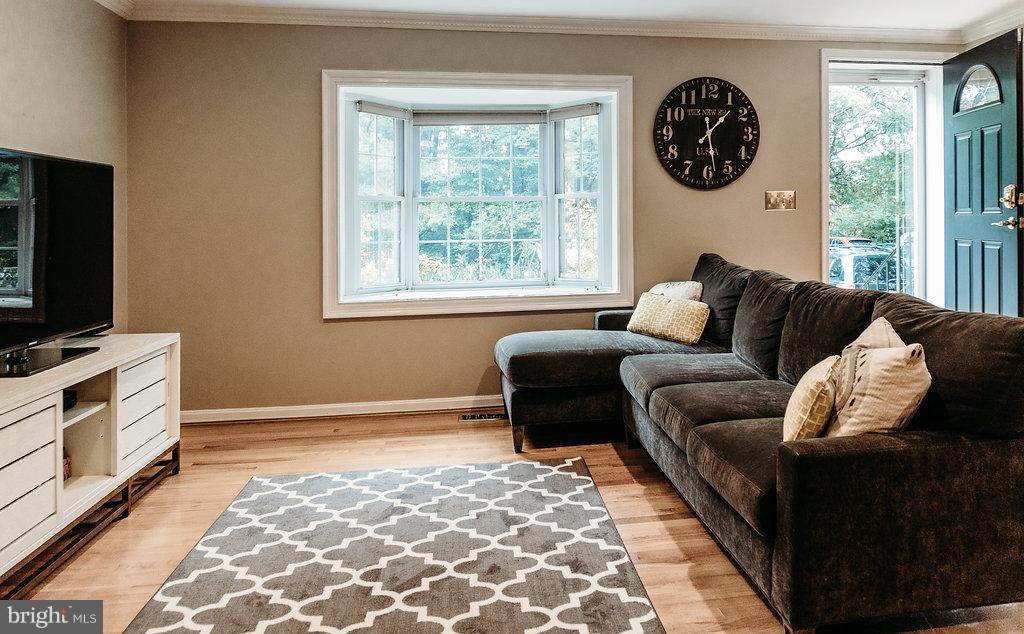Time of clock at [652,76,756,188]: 1:28
